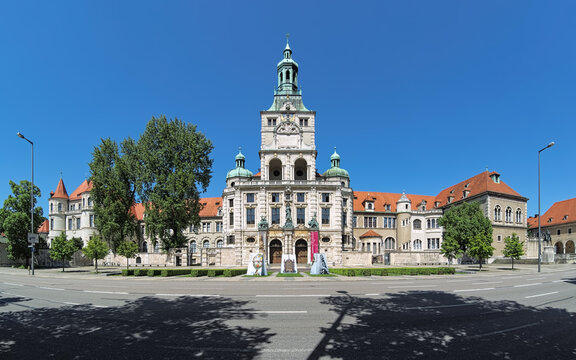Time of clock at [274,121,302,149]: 2:46
